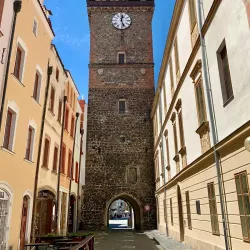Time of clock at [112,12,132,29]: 12:26
